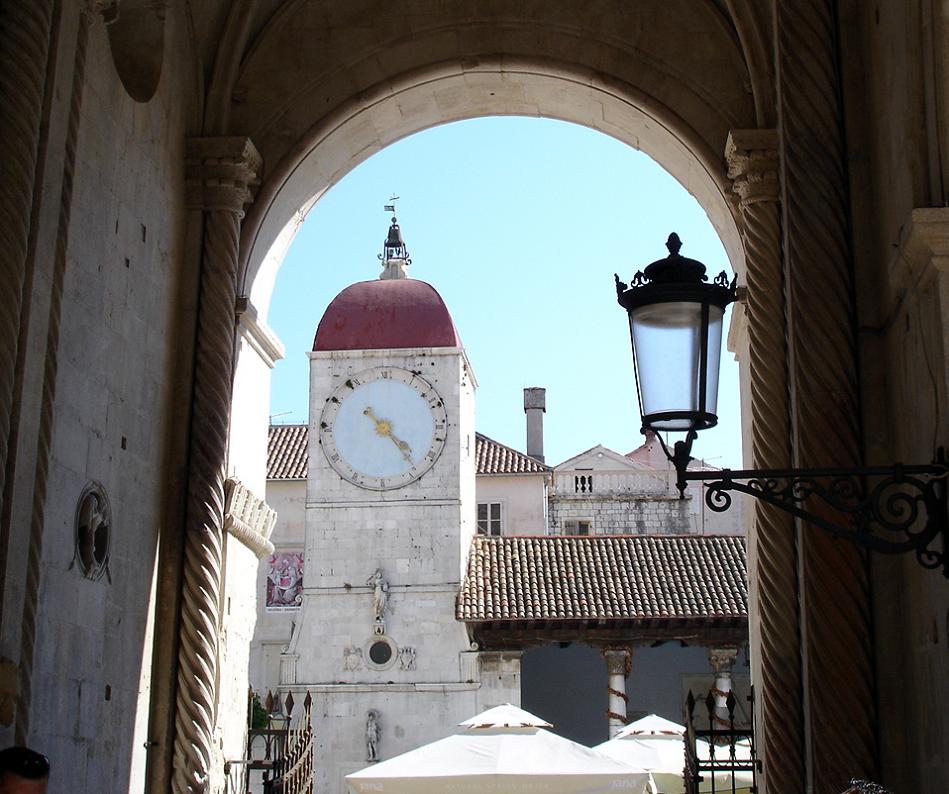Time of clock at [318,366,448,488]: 4:23
